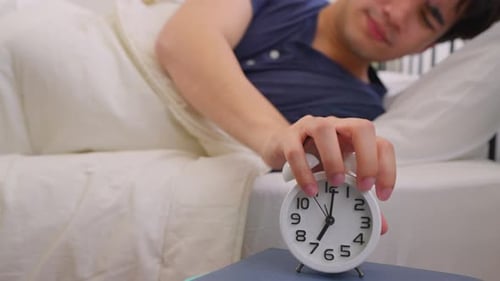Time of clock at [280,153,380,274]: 7:00
